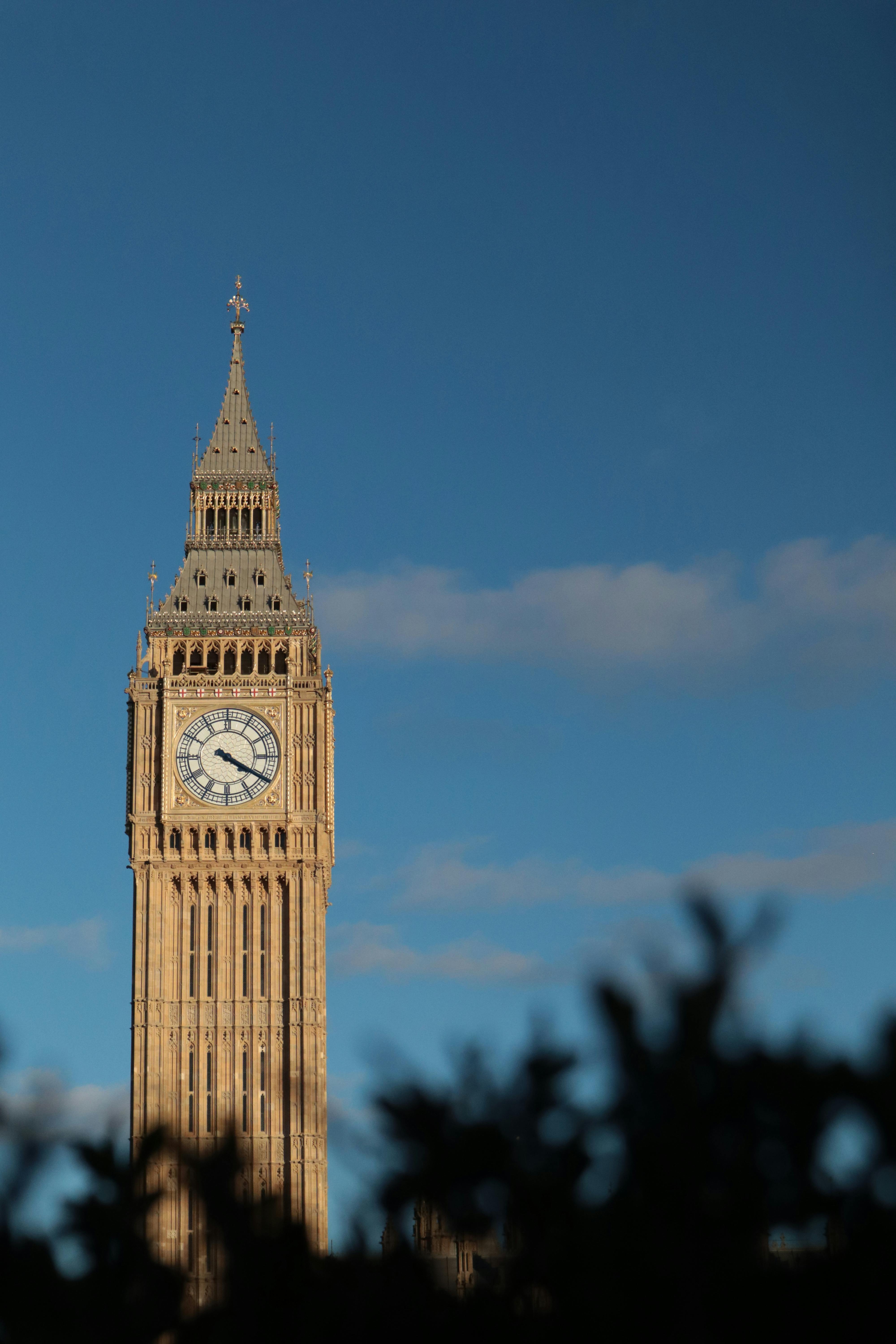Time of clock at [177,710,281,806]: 4:20
